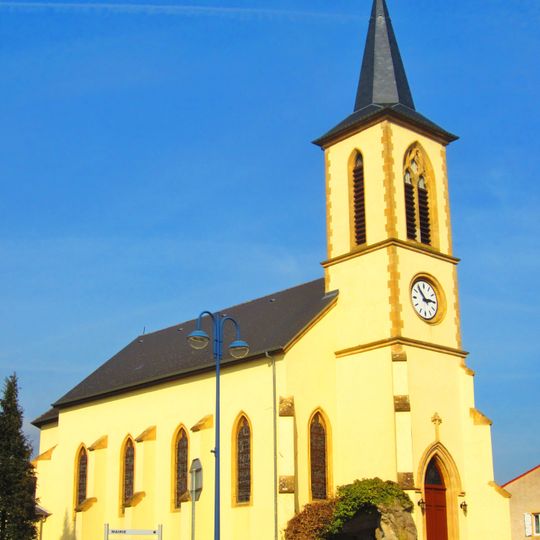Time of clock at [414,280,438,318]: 2:53
